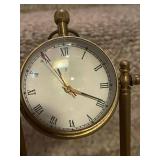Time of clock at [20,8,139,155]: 11:18
